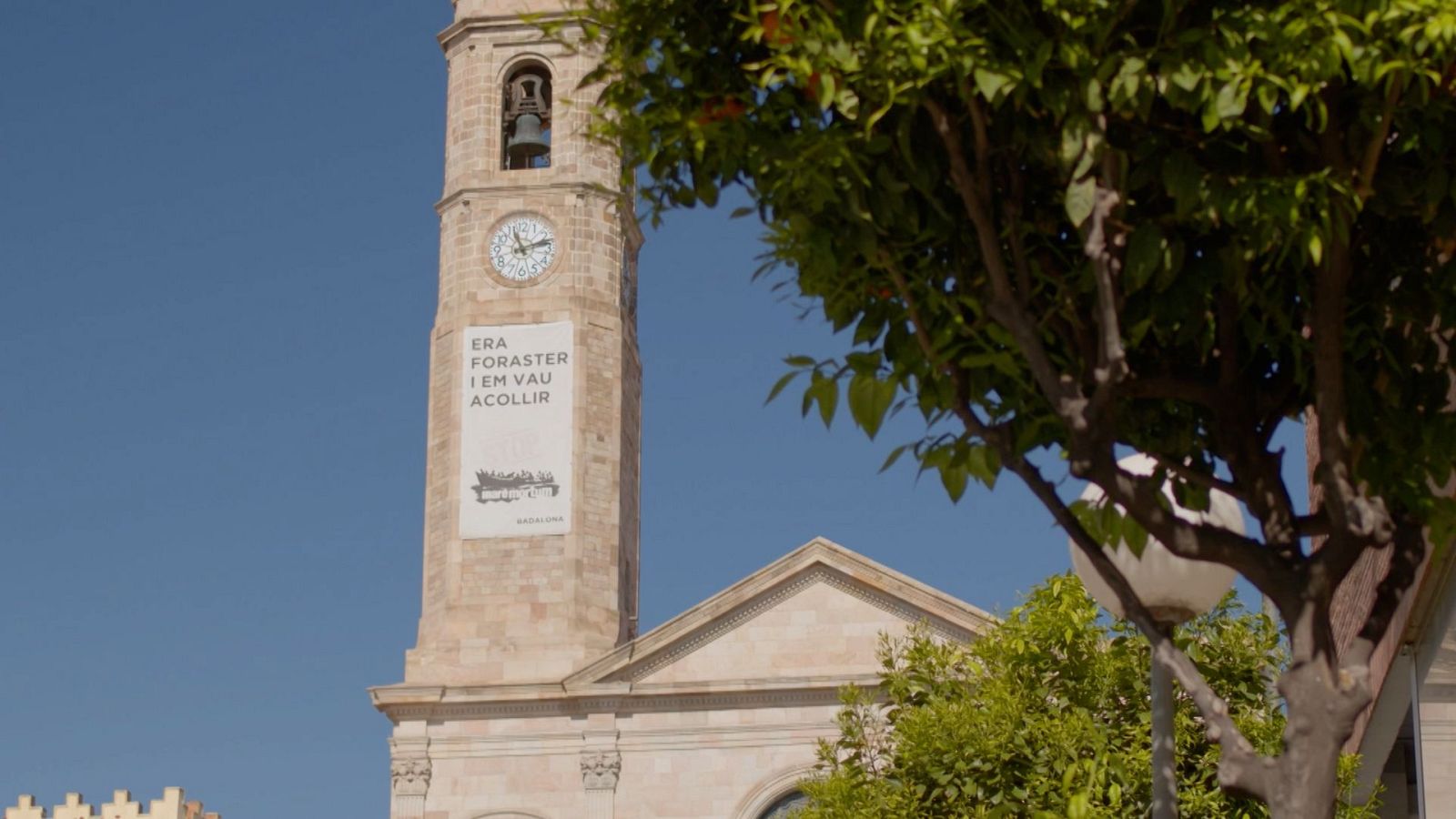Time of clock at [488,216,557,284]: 11:12
